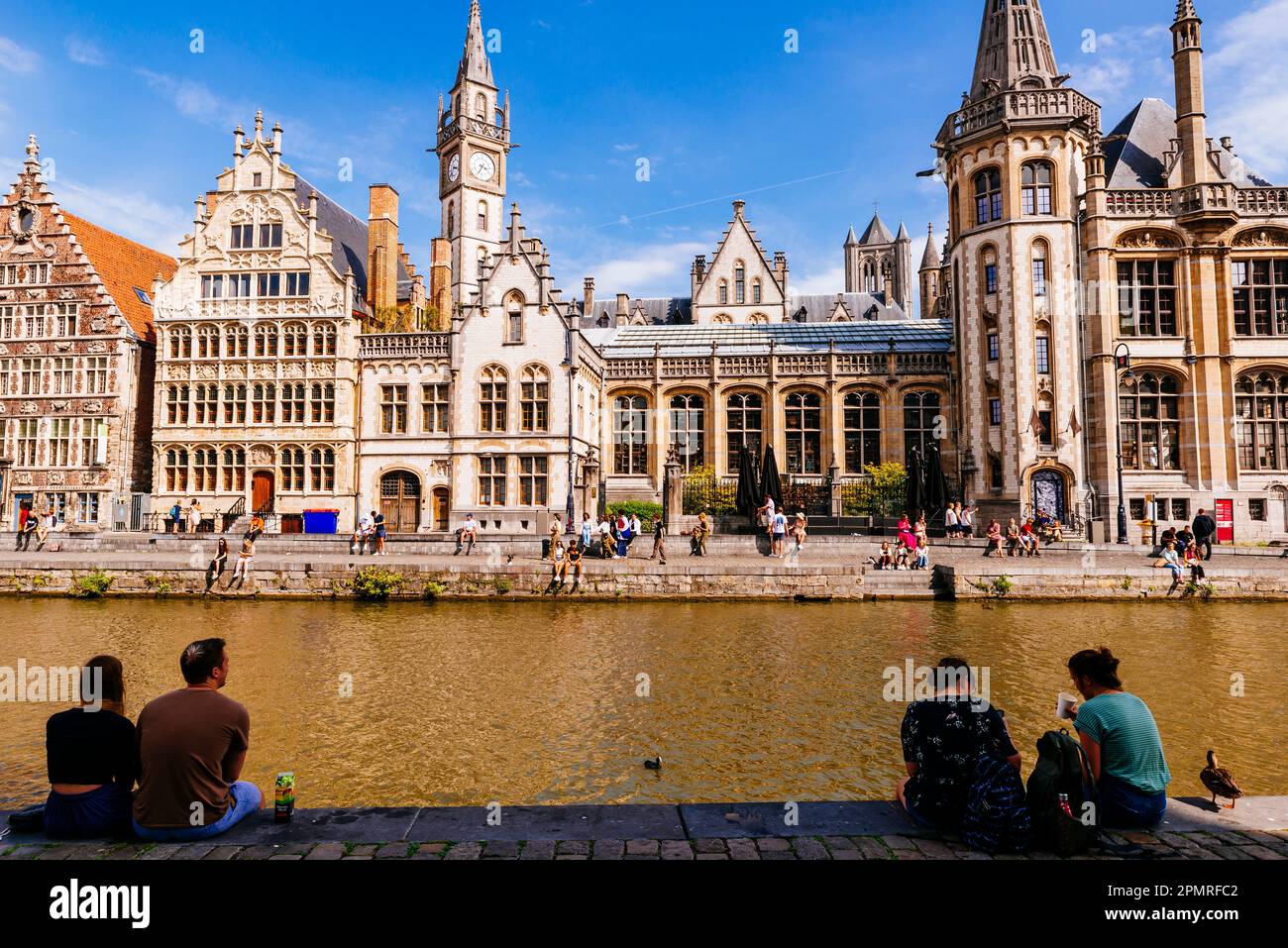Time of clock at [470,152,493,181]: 3:34
